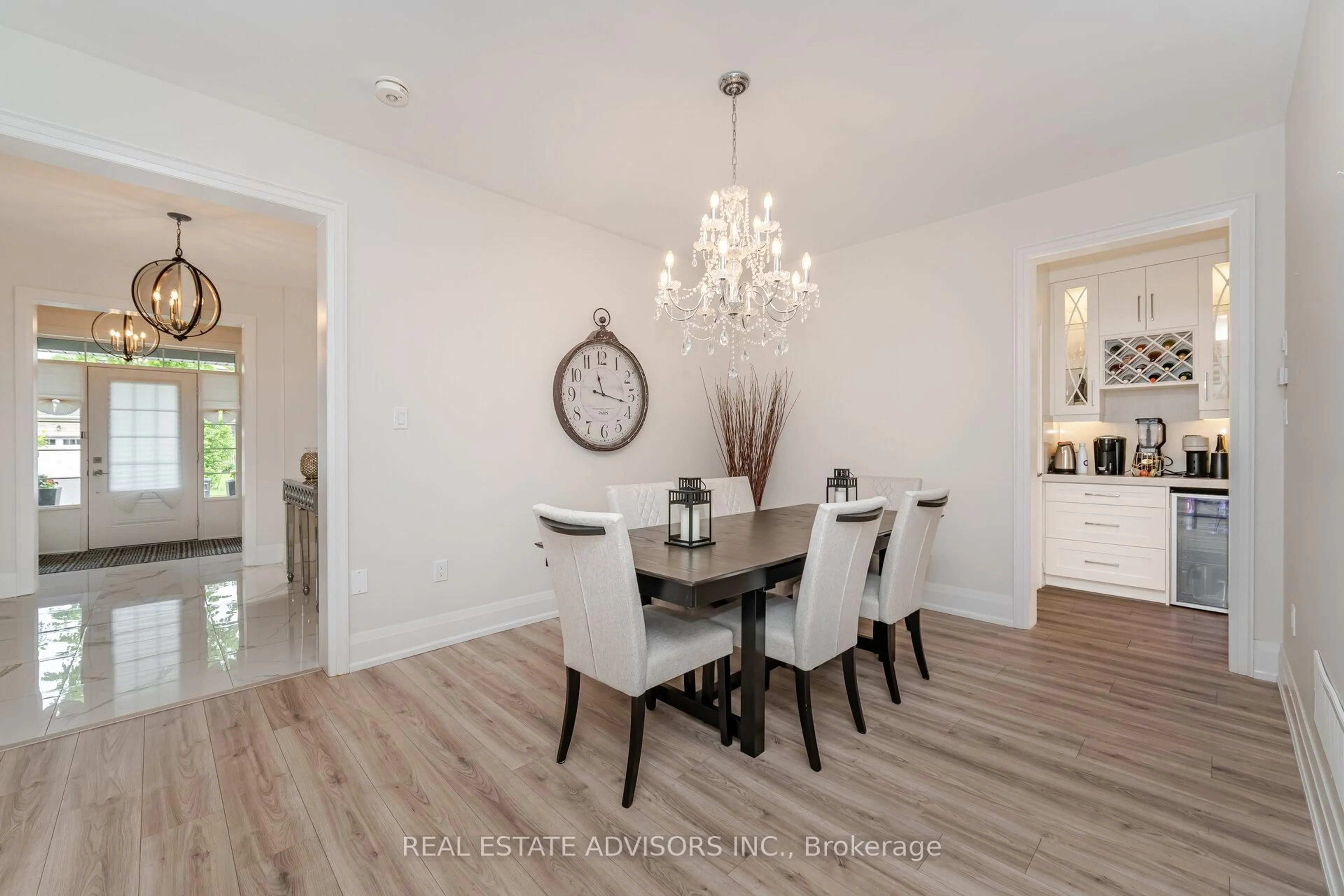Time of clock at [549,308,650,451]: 11:17
